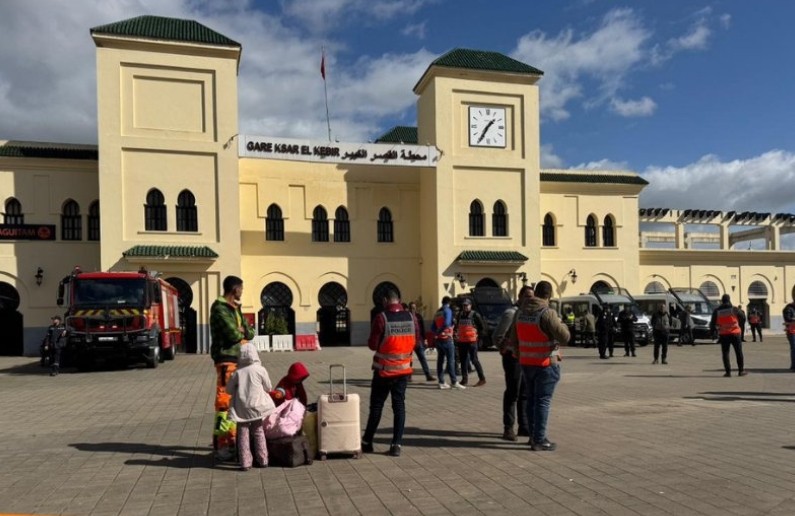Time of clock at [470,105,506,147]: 1:35
